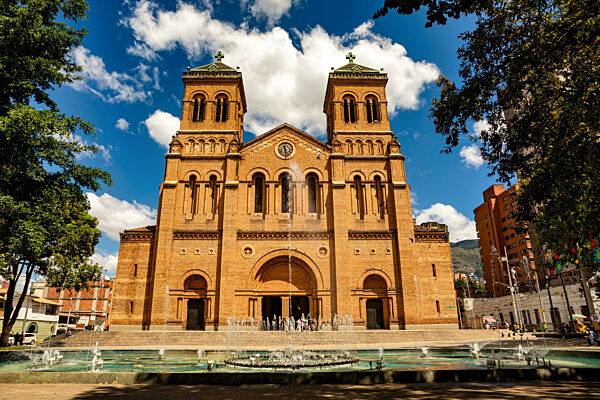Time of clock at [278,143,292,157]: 11:28
